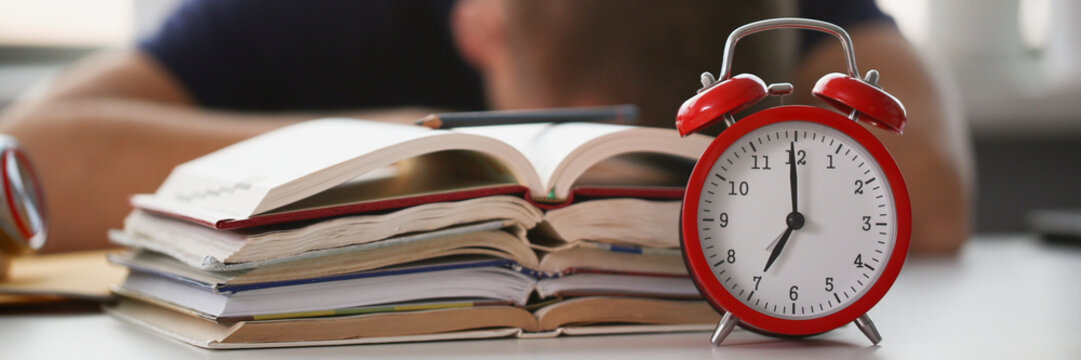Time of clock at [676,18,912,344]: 6:59
